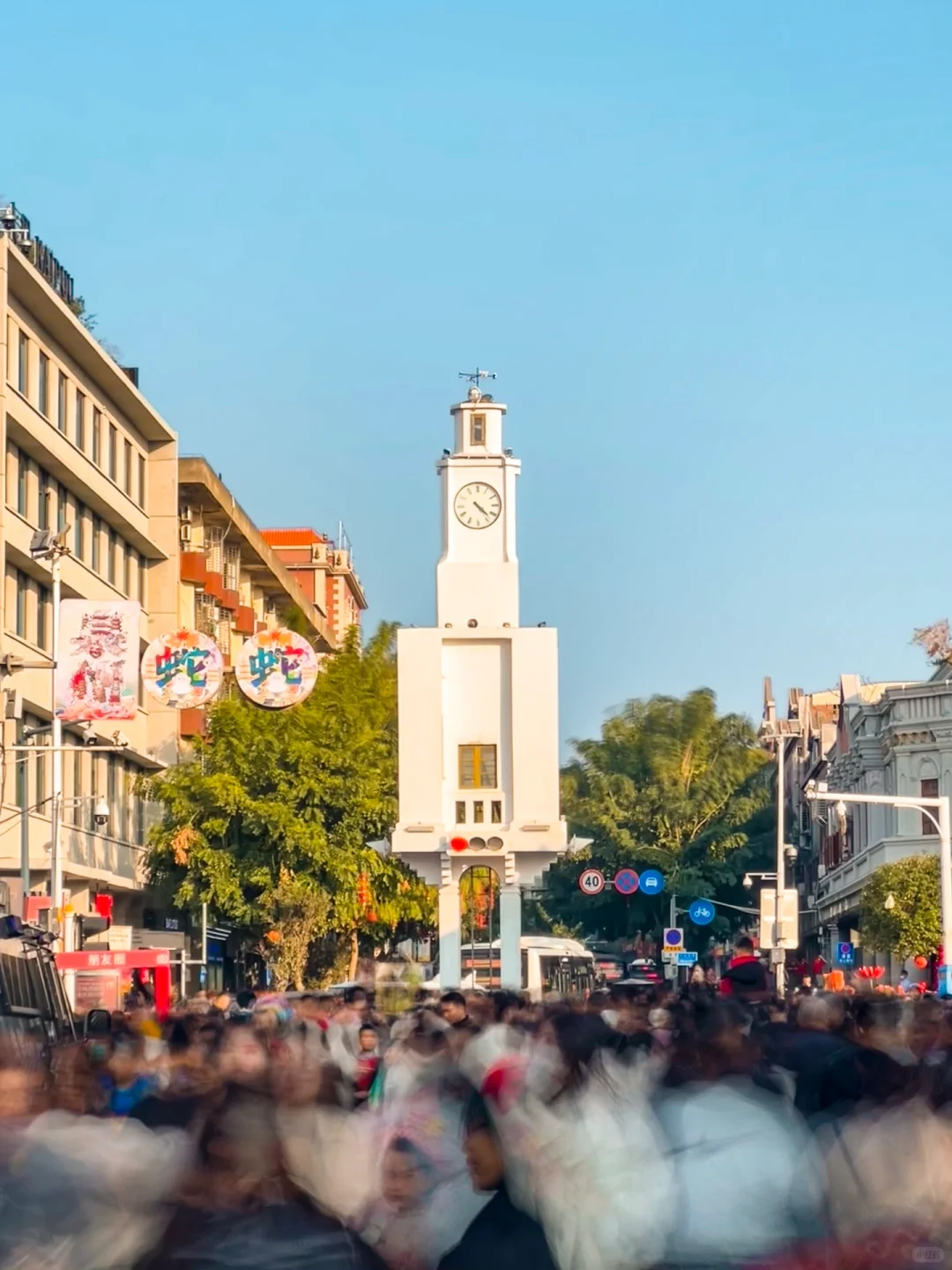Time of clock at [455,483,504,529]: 4:22
